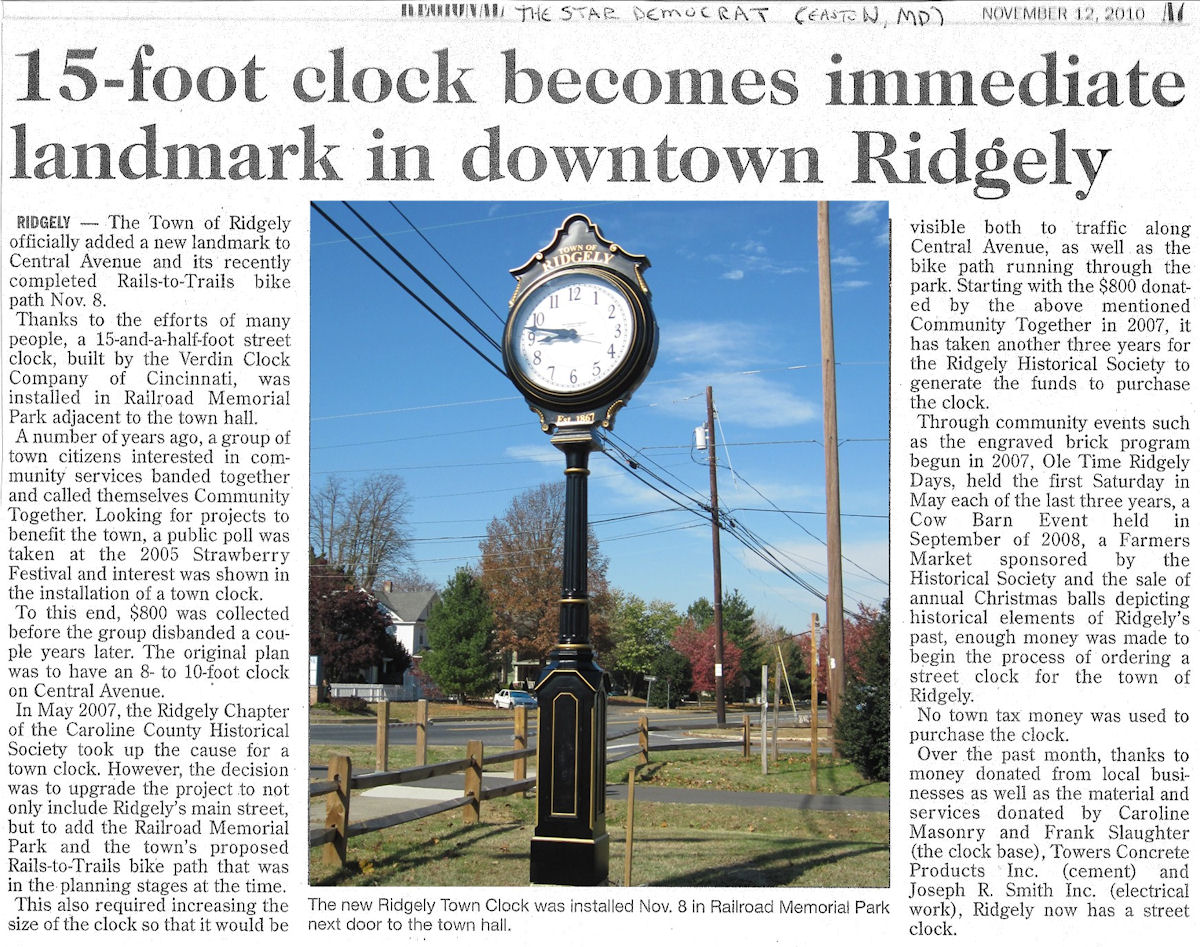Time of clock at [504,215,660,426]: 8:47
